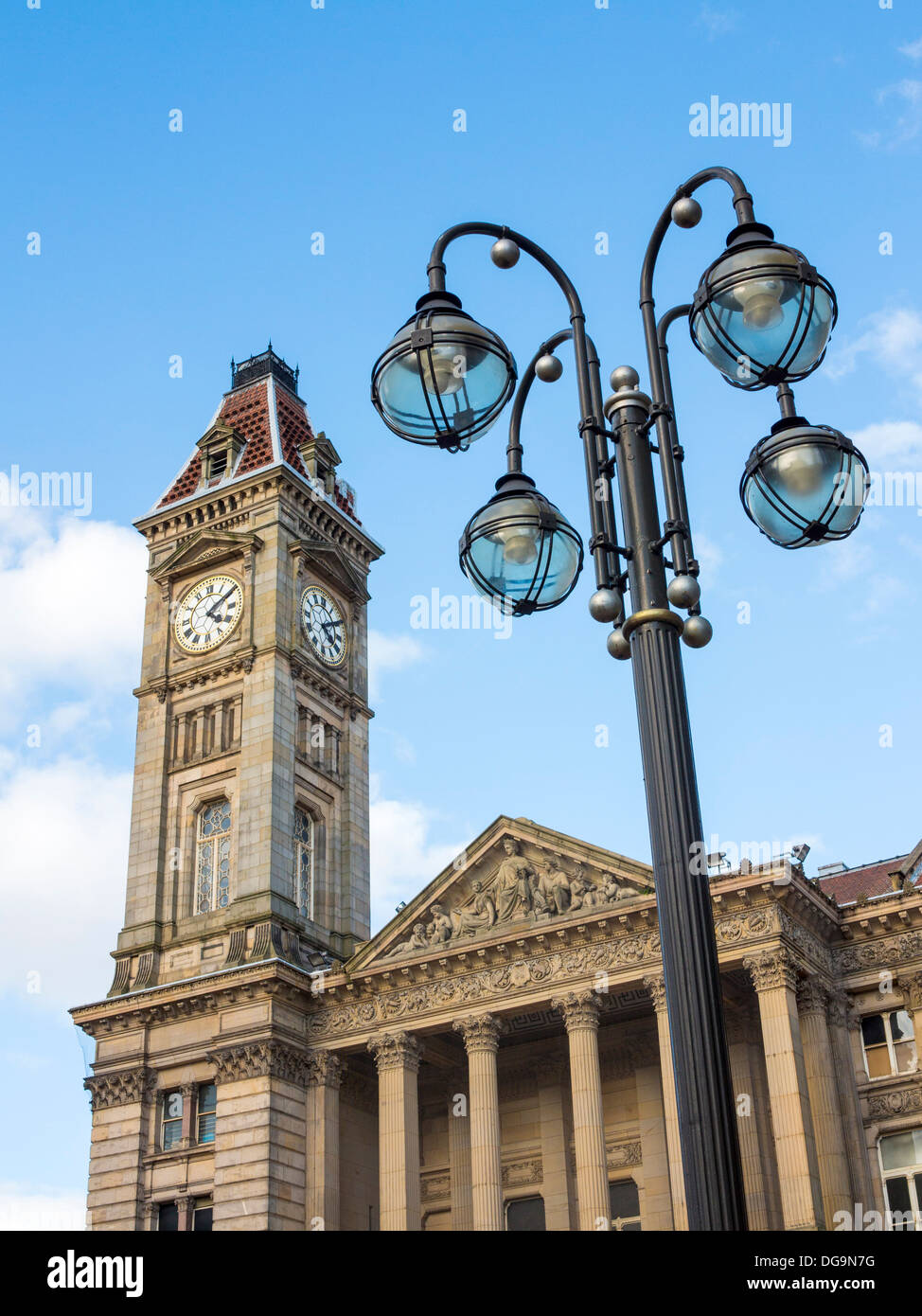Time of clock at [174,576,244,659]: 4:09
